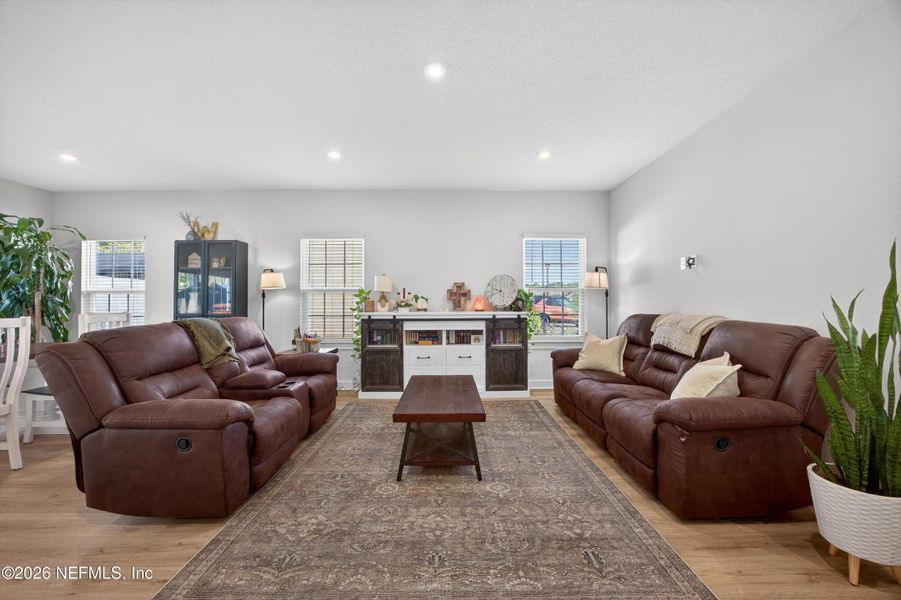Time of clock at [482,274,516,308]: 9:41
